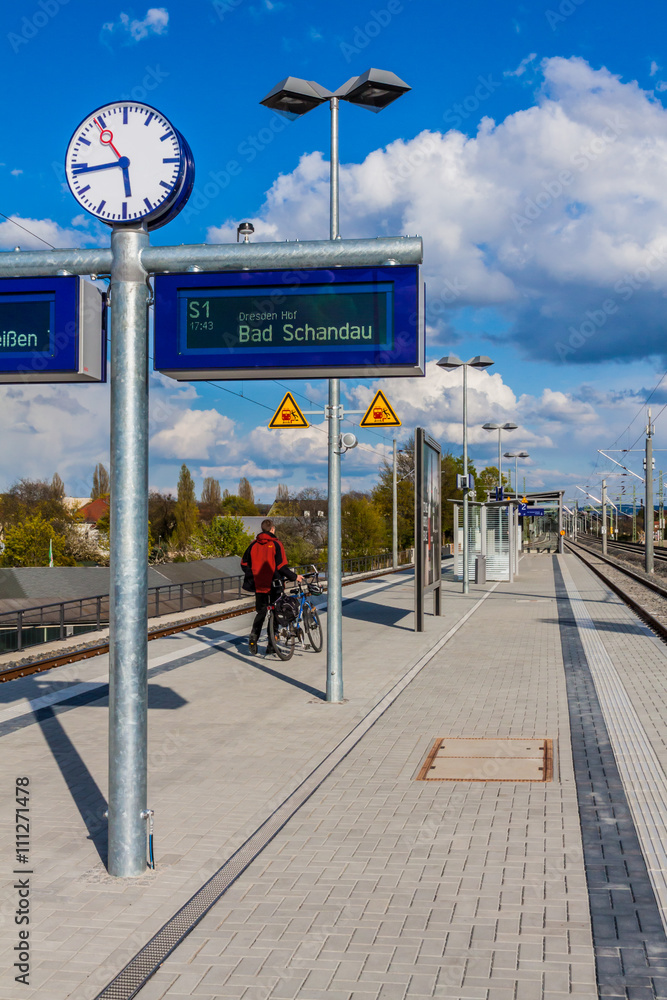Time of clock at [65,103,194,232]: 5:43
